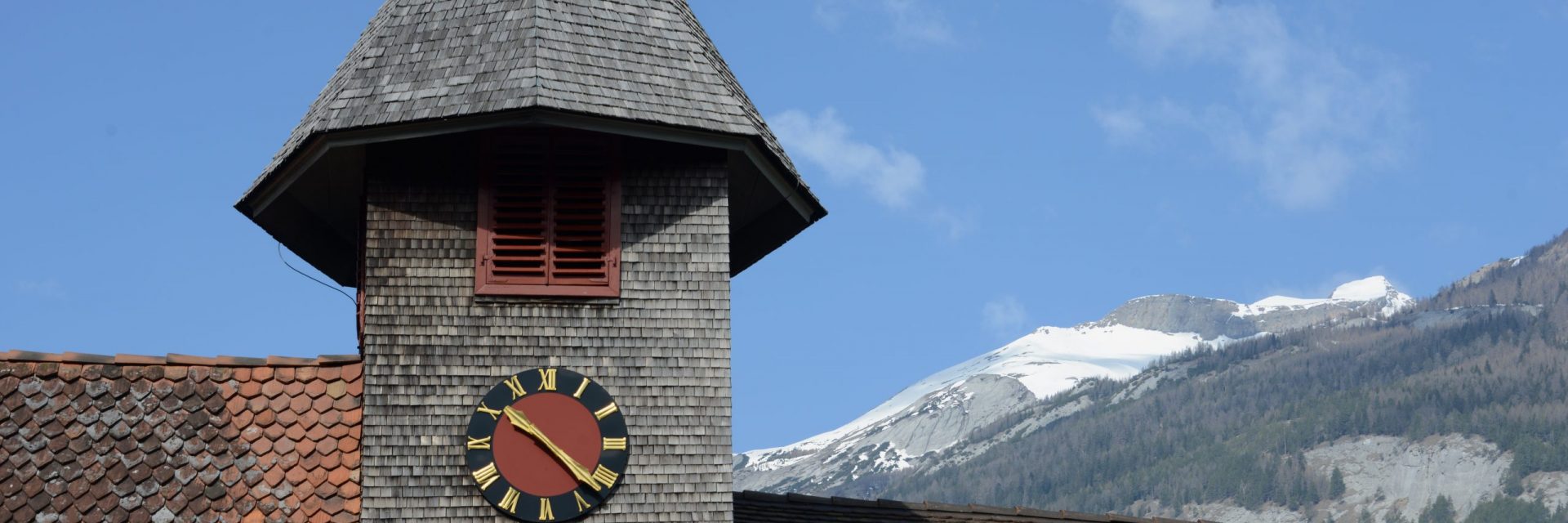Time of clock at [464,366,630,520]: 10:22
